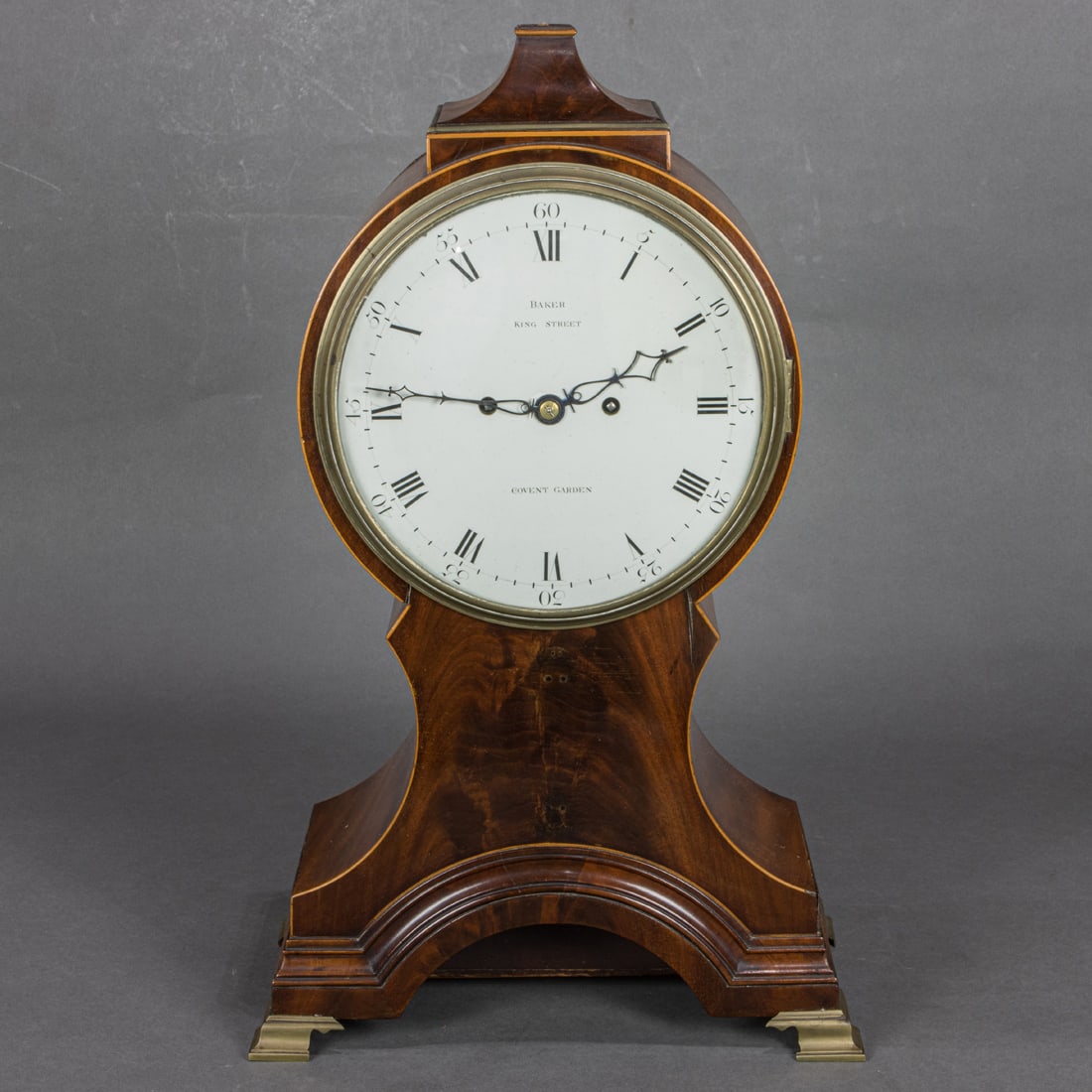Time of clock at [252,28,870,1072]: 9:10
